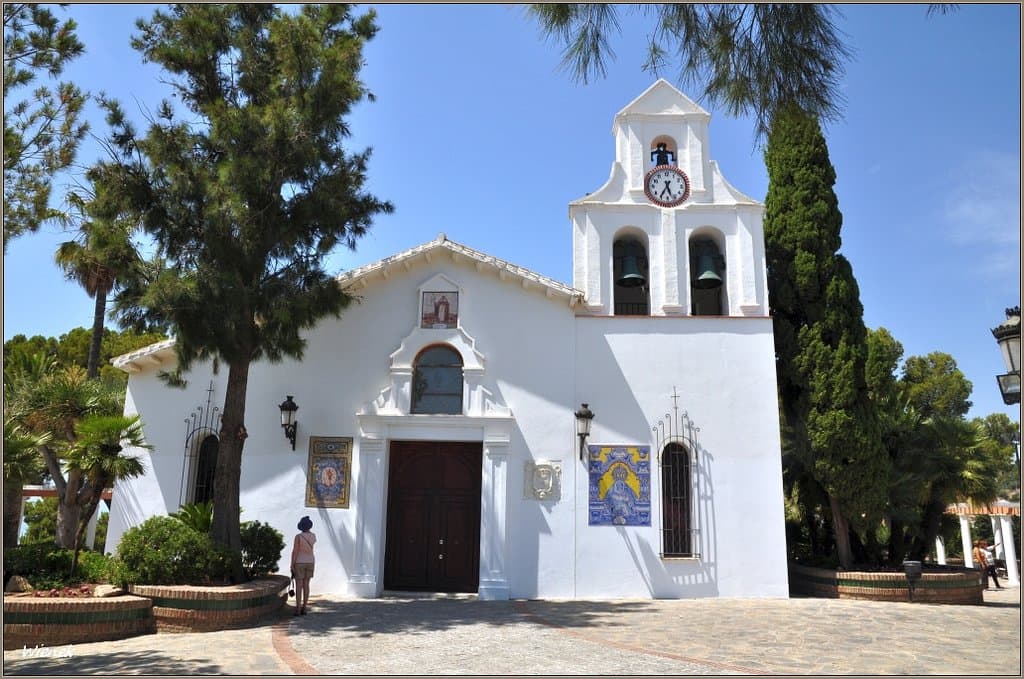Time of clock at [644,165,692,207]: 5:35
